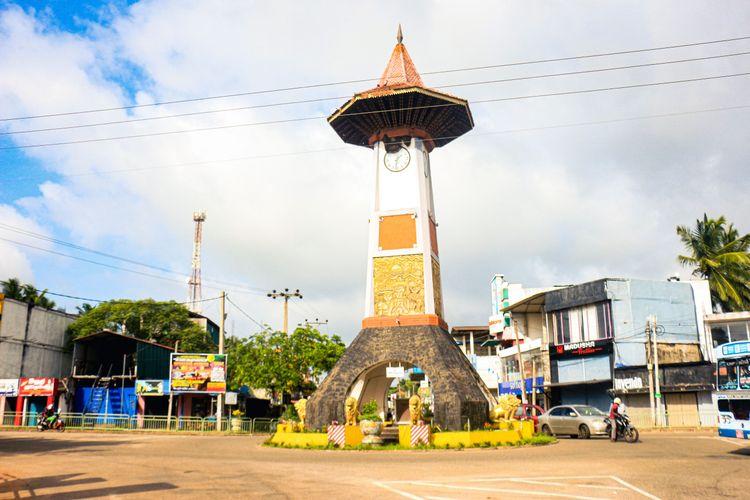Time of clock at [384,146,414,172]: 1:32
